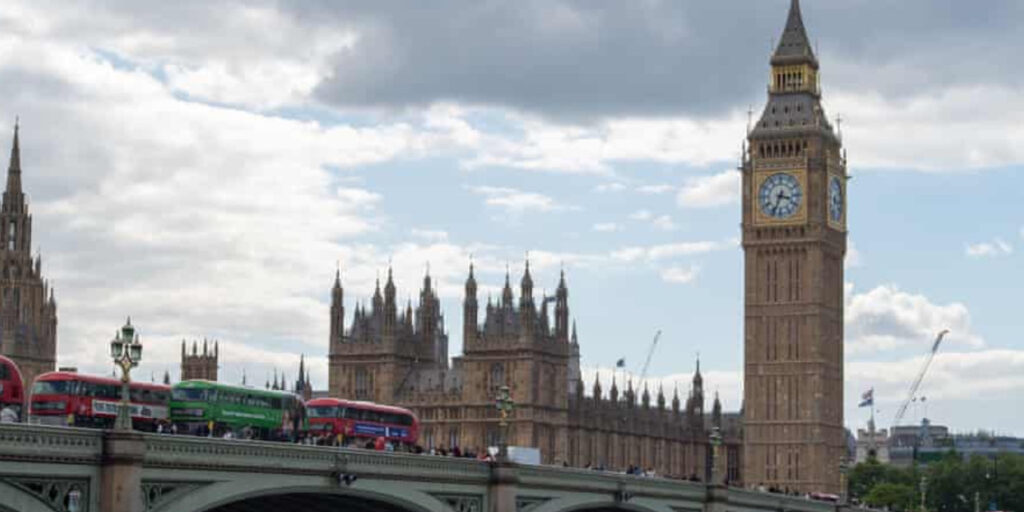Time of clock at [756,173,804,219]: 3:33
